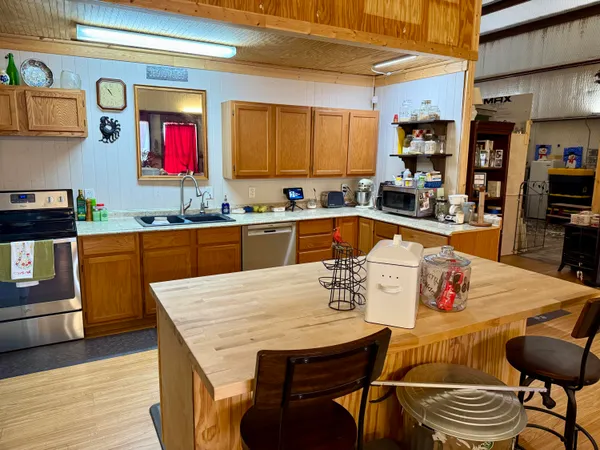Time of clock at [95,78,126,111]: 10:53
